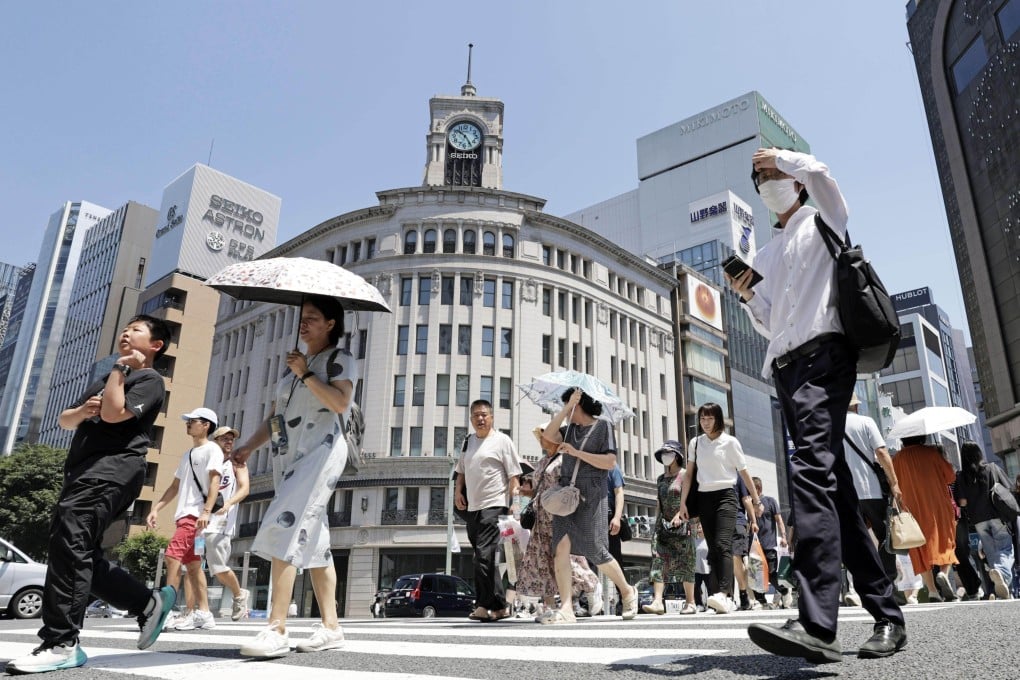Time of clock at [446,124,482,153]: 10:24
